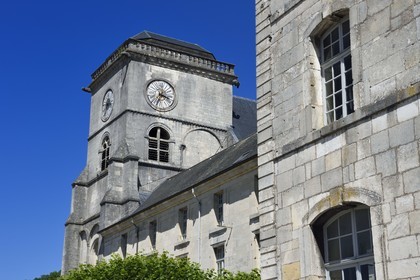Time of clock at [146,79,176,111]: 3:34
